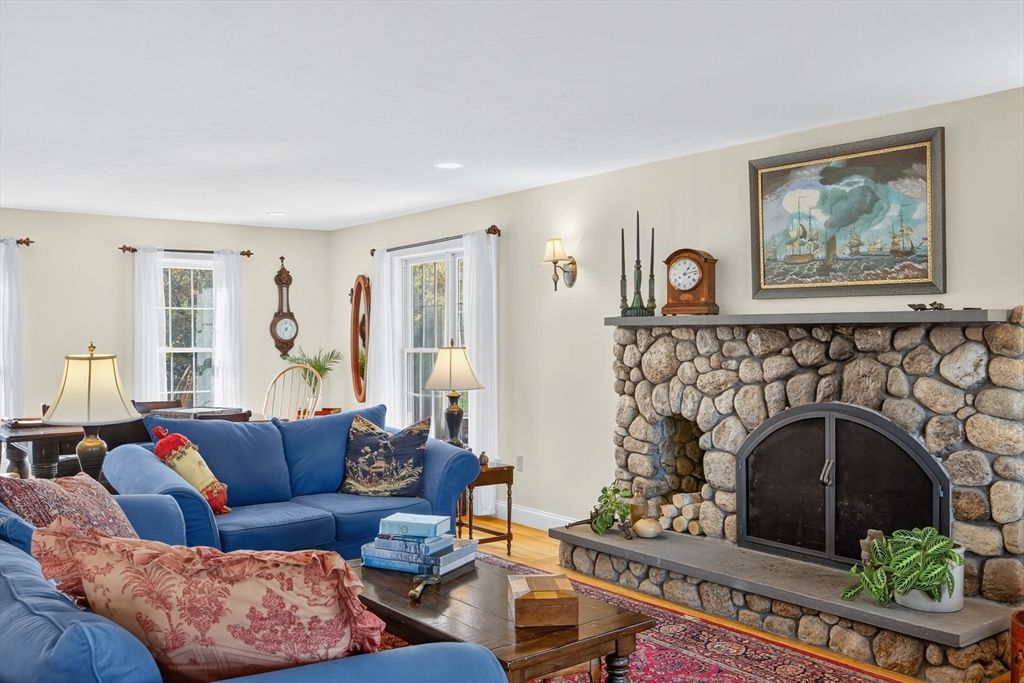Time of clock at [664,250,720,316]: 1:12
